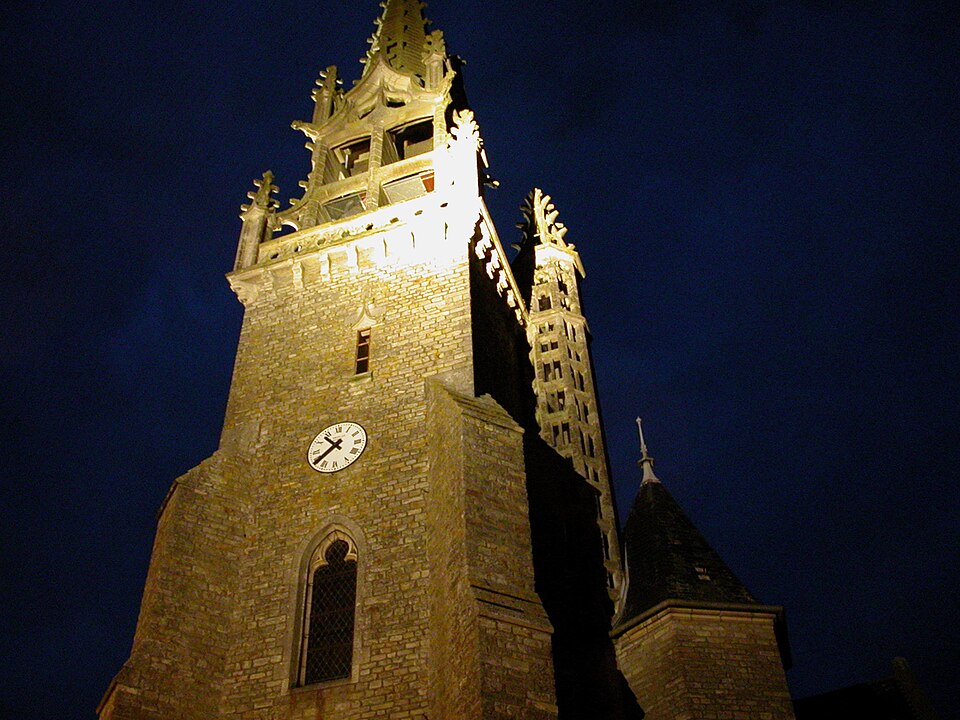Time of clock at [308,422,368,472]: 10:38
